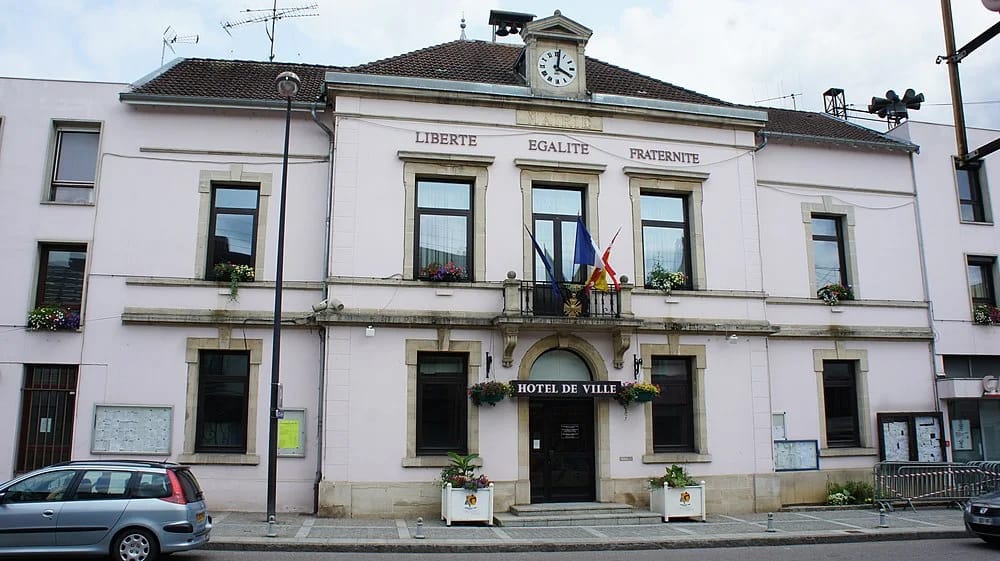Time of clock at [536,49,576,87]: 4:01
